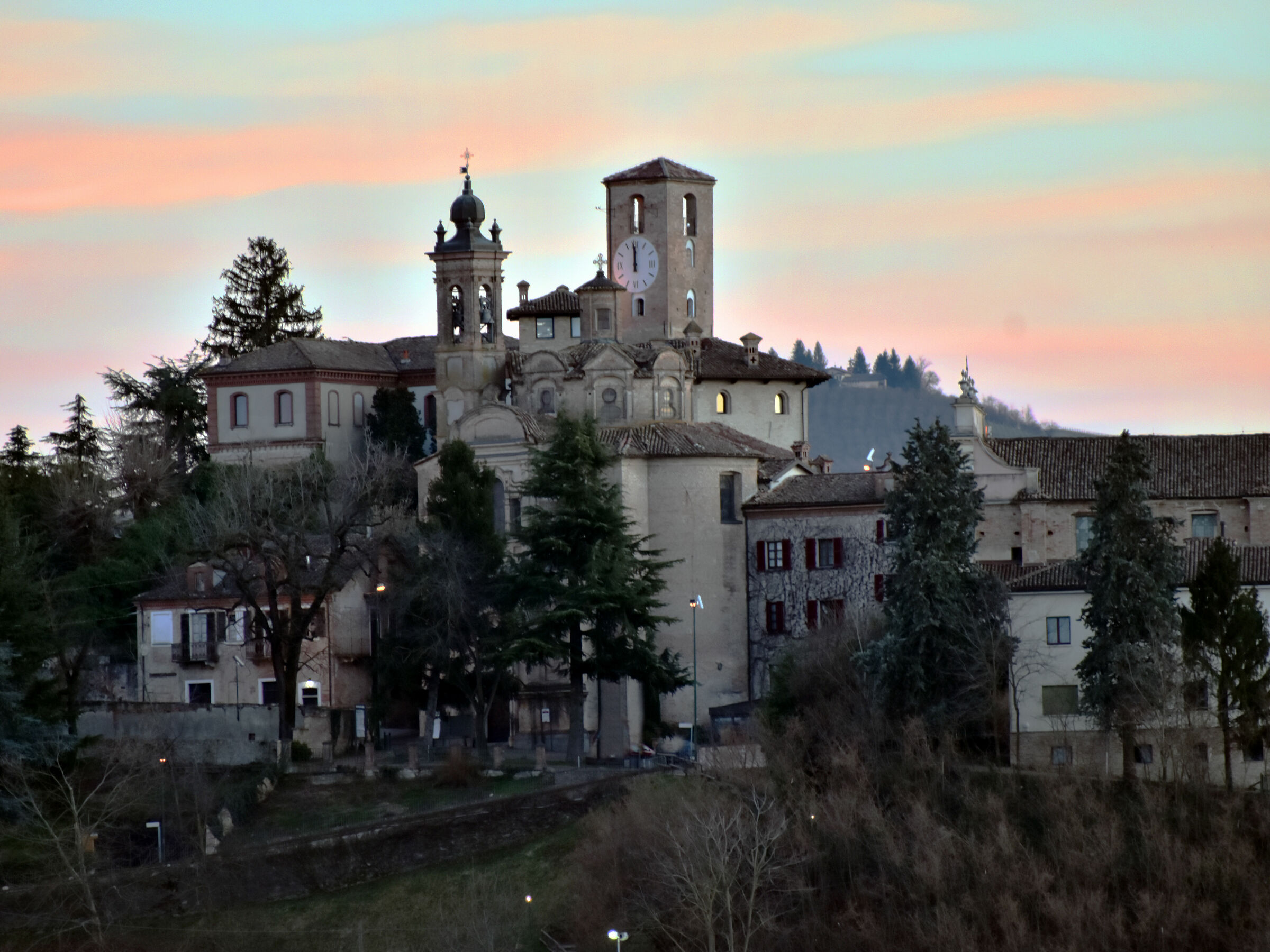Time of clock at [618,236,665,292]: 11:58
